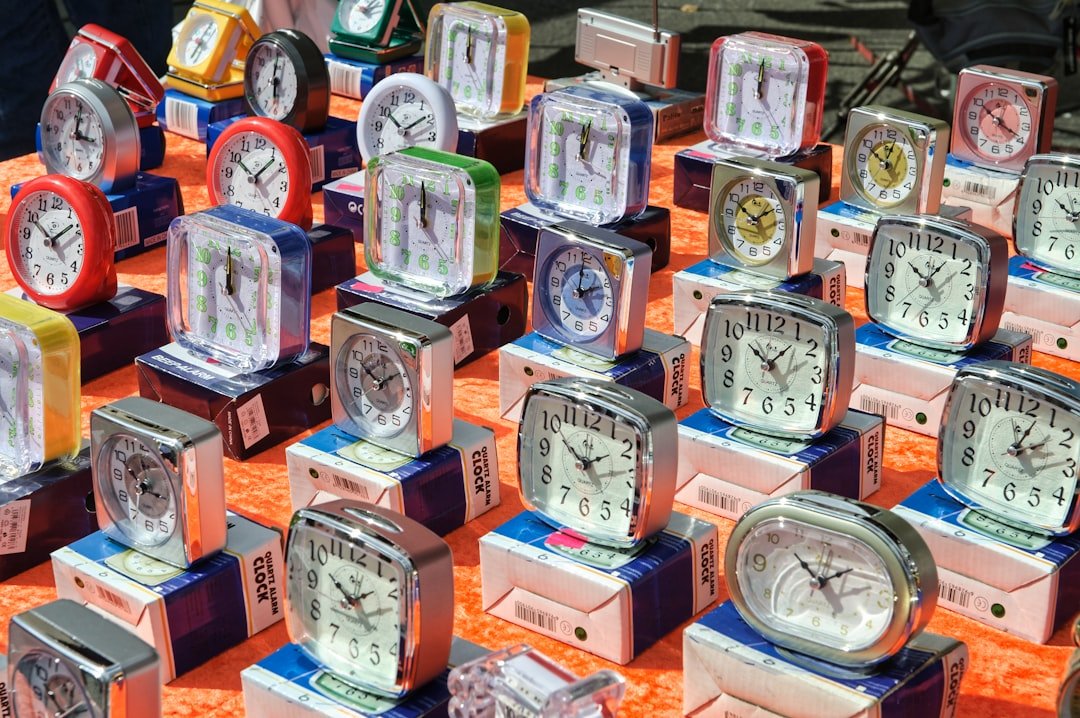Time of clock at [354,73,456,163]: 10:09
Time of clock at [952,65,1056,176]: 10:19
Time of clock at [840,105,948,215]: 10:02
